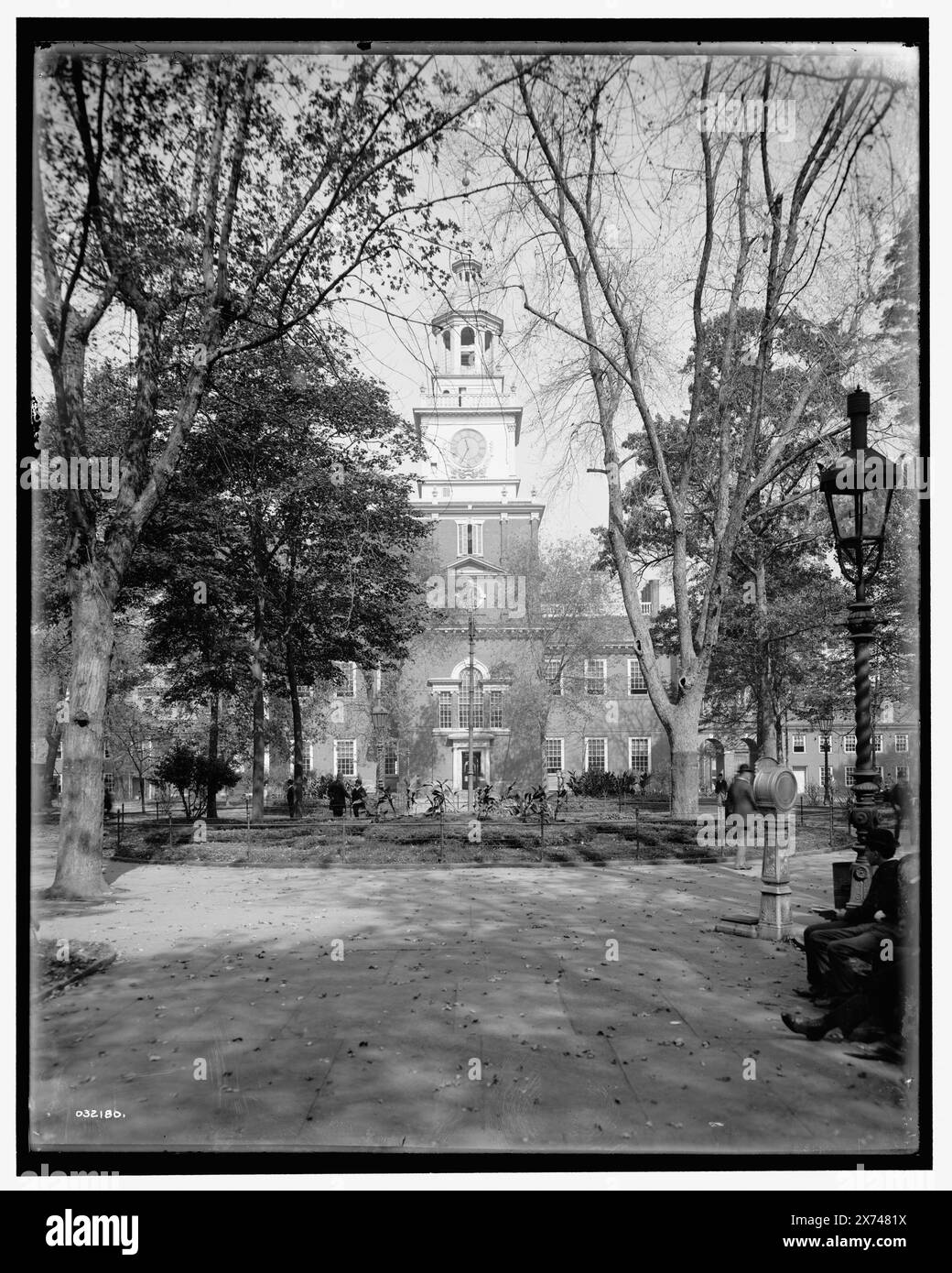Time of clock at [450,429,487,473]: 11:34
